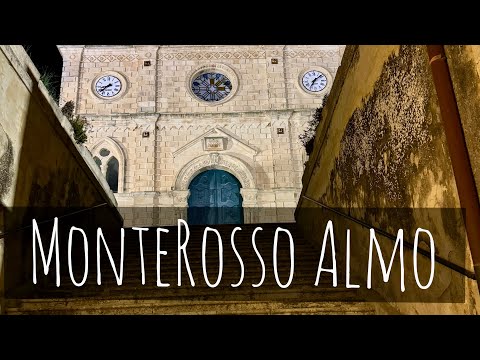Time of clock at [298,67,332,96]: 7:08
